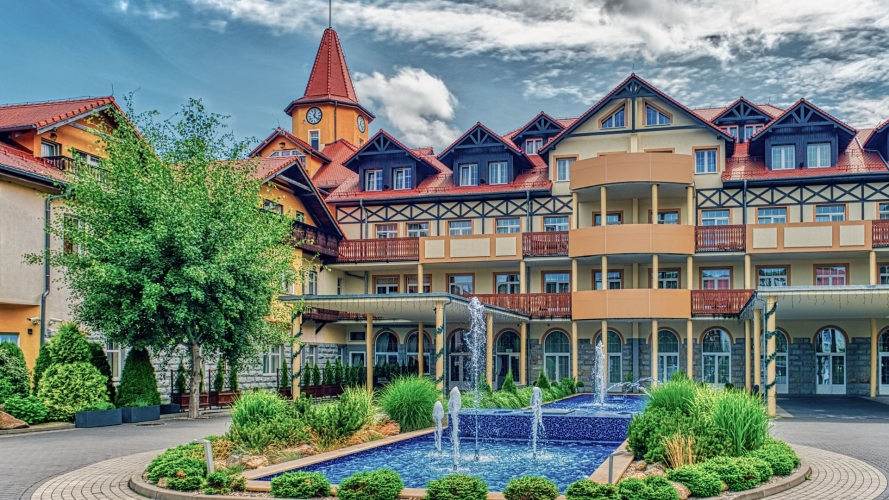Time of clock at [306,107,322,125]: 12:22
